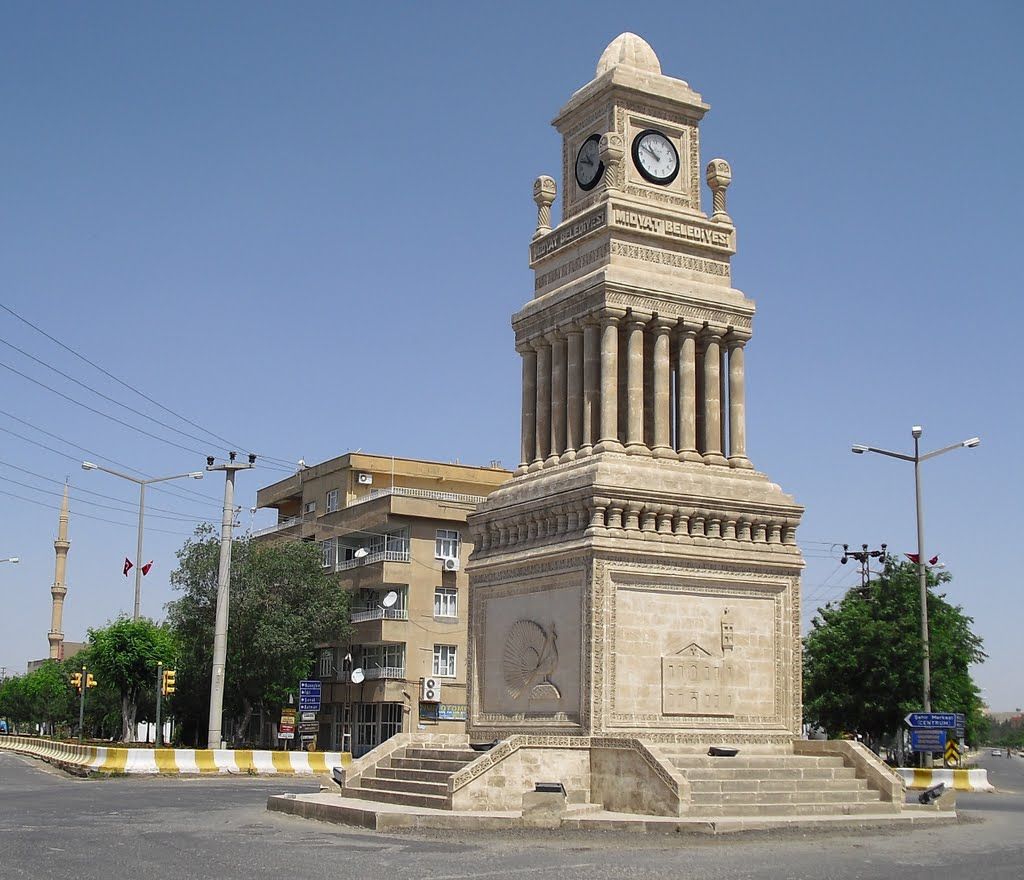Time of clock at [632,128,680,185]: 10:49
